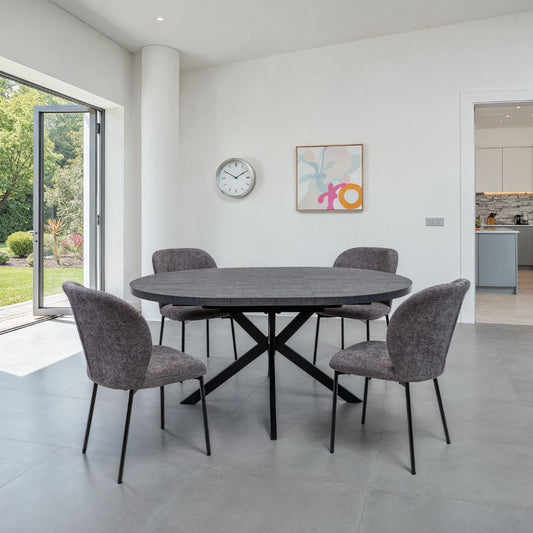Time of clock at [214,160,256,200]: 1:50
